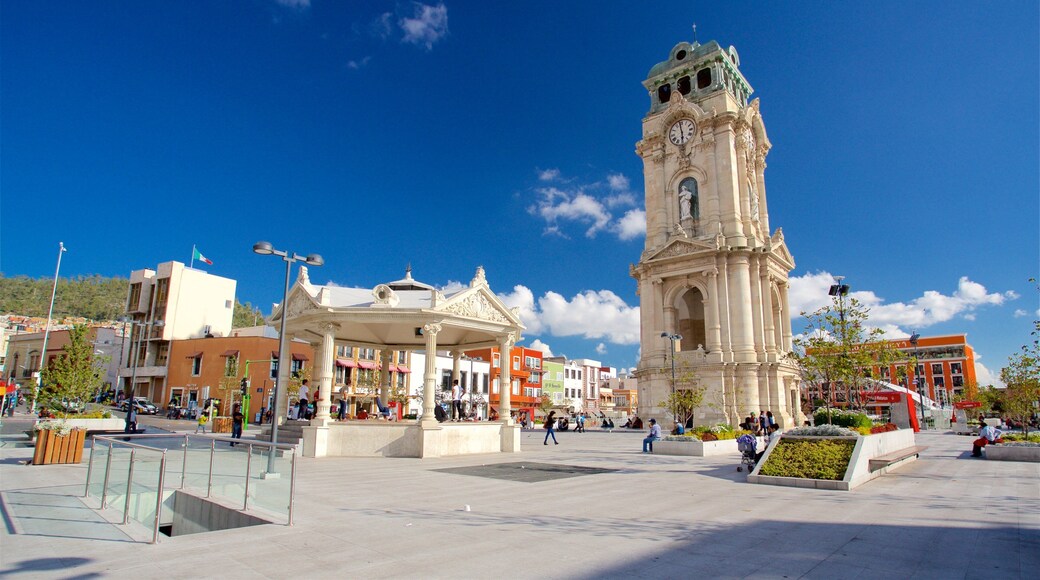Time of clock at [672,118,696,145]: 5:58
